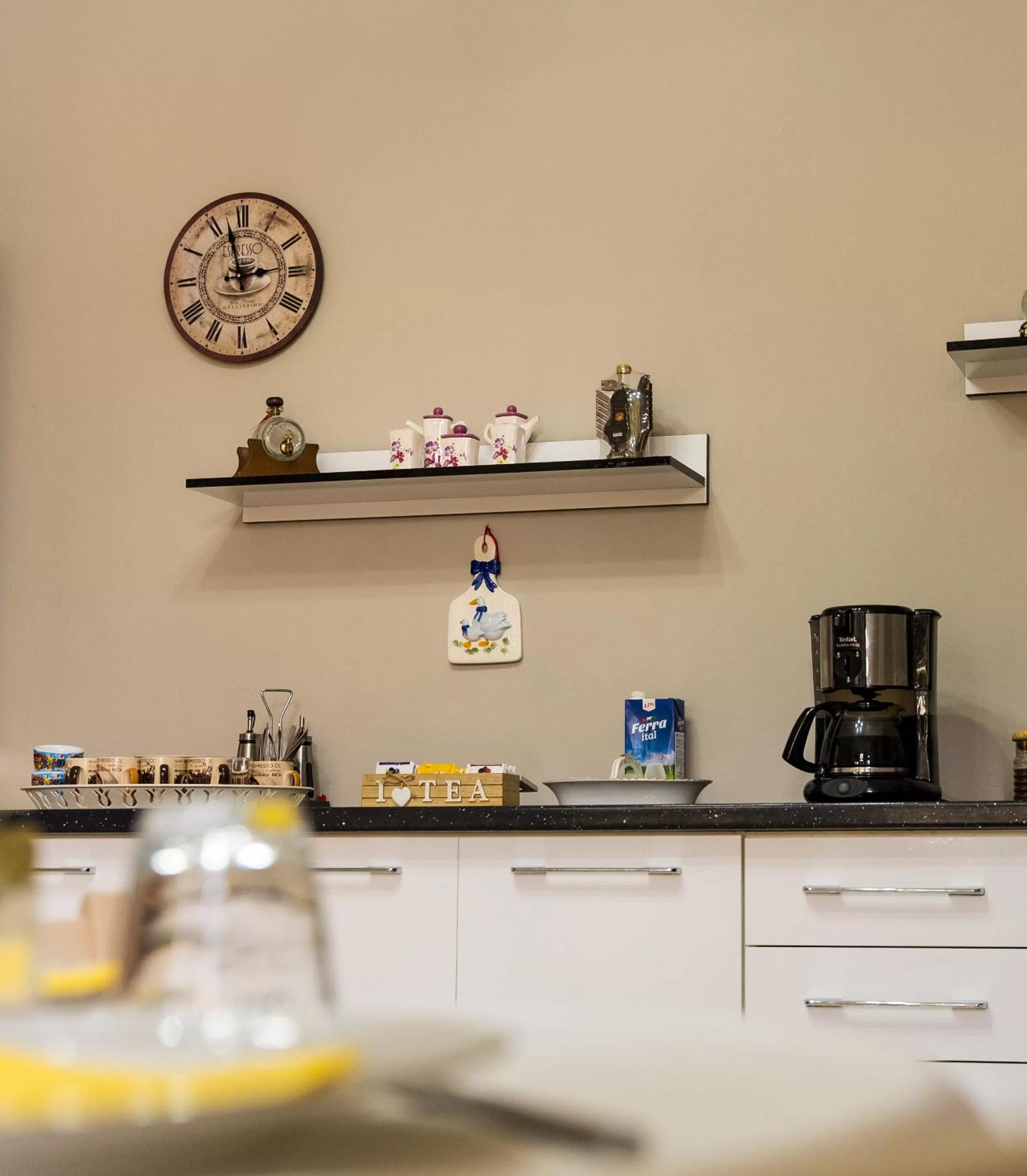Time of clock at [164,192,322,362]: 2:57
